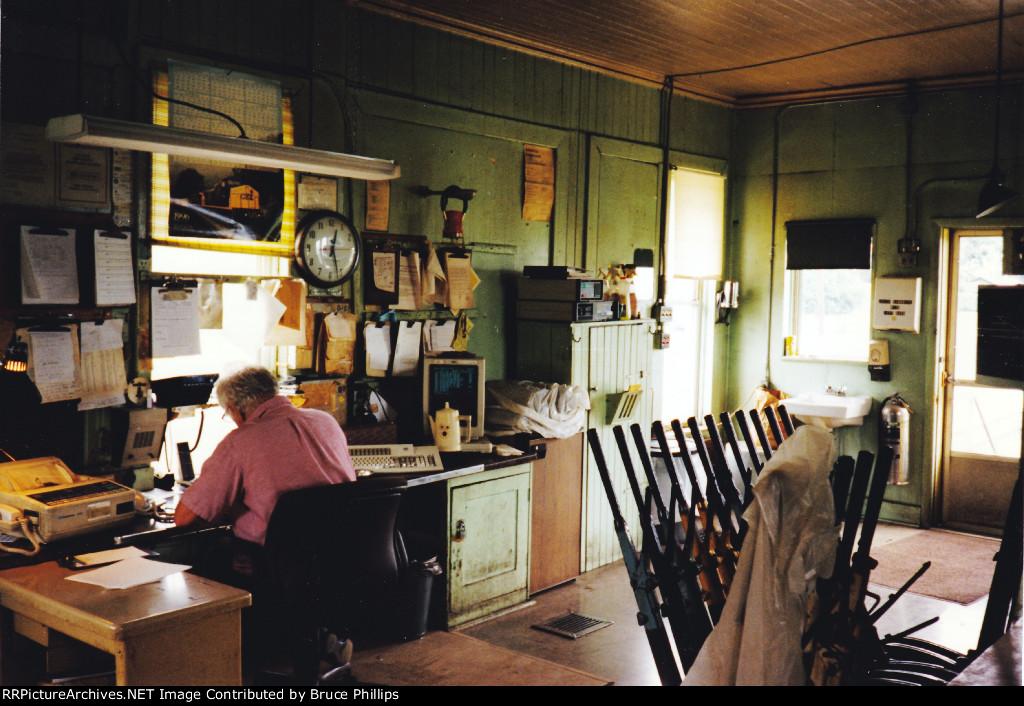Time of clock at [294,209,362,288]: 12:26
